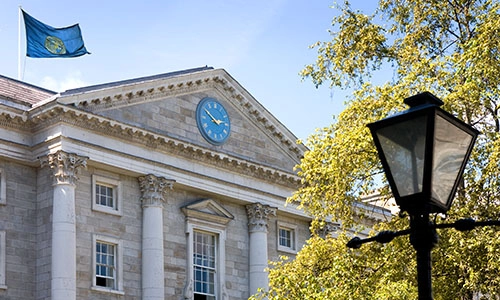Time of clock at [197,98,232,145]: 2:50
